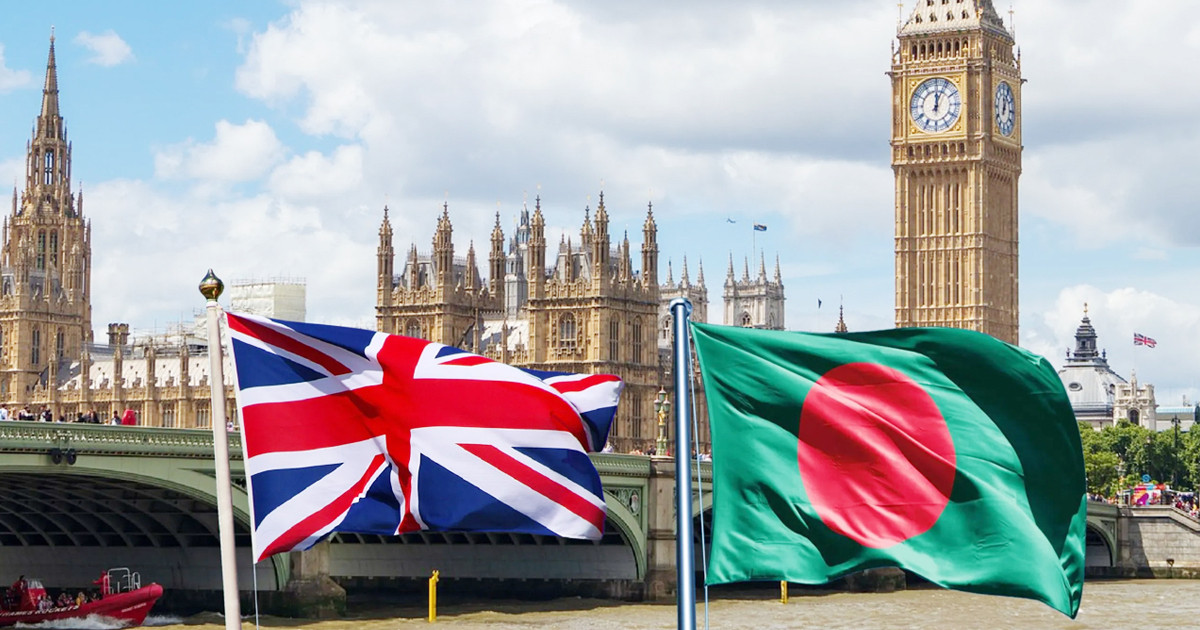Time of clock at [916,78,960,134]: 12:04
